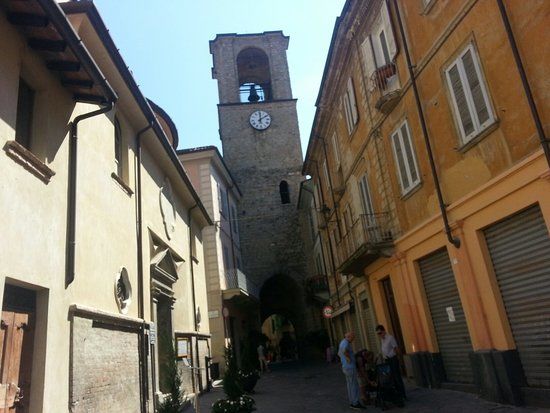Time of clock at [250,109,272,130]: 12:09
